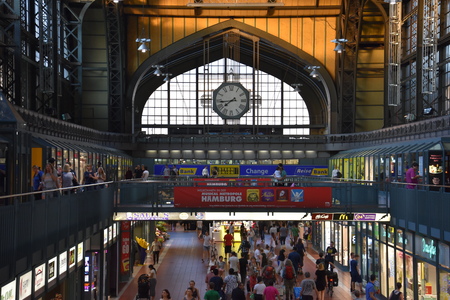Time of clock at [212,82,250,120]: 7:43
